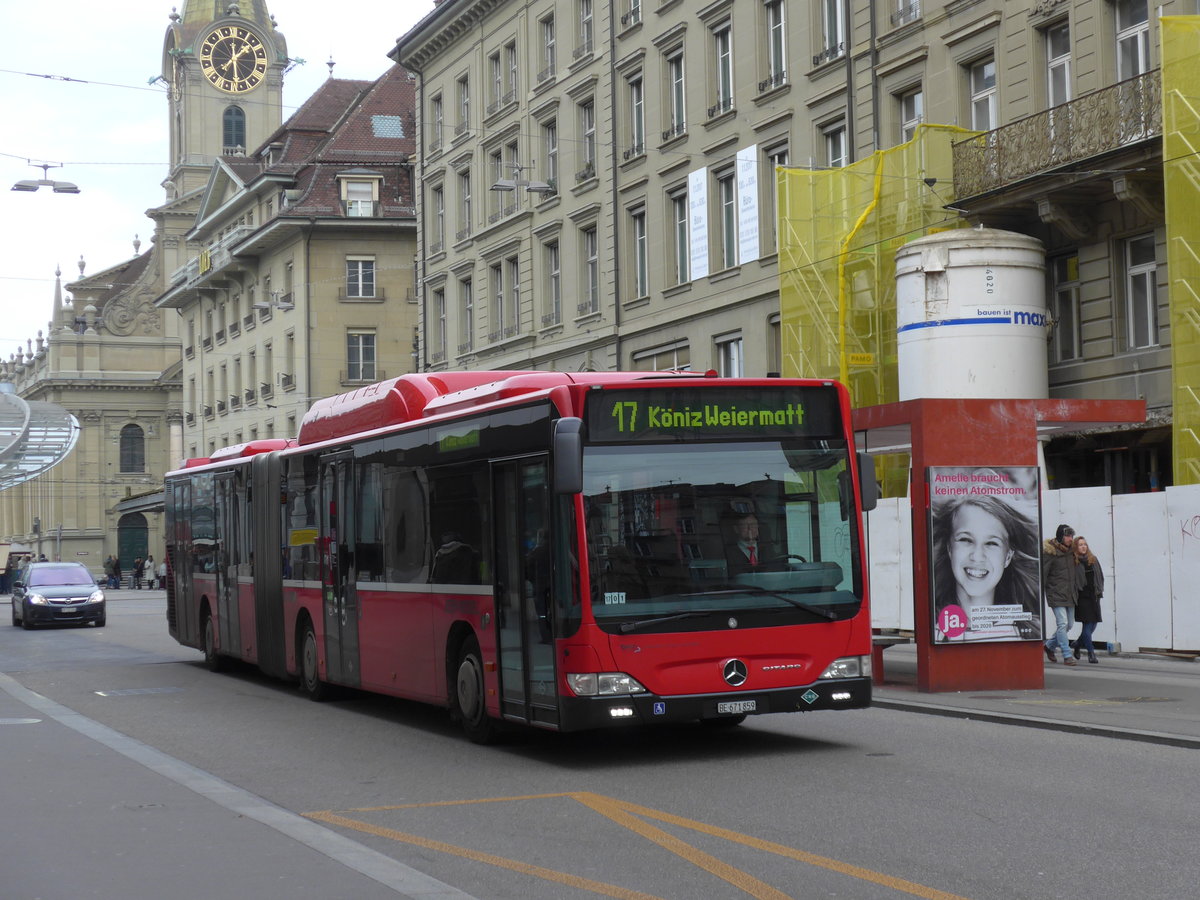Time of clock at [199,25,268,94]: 1:28
